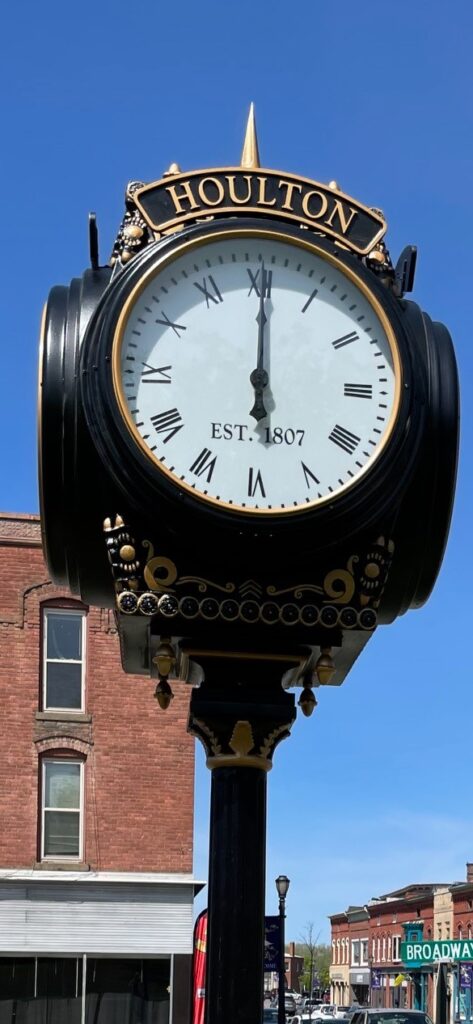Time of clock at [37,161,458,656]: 6:00
